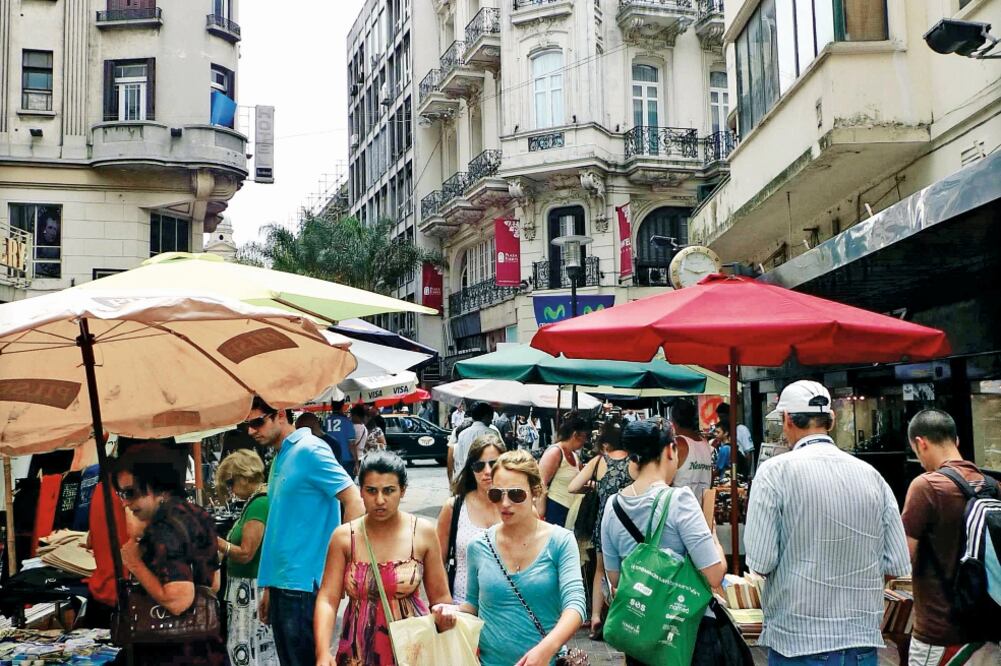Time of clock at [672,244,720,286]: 2:48
